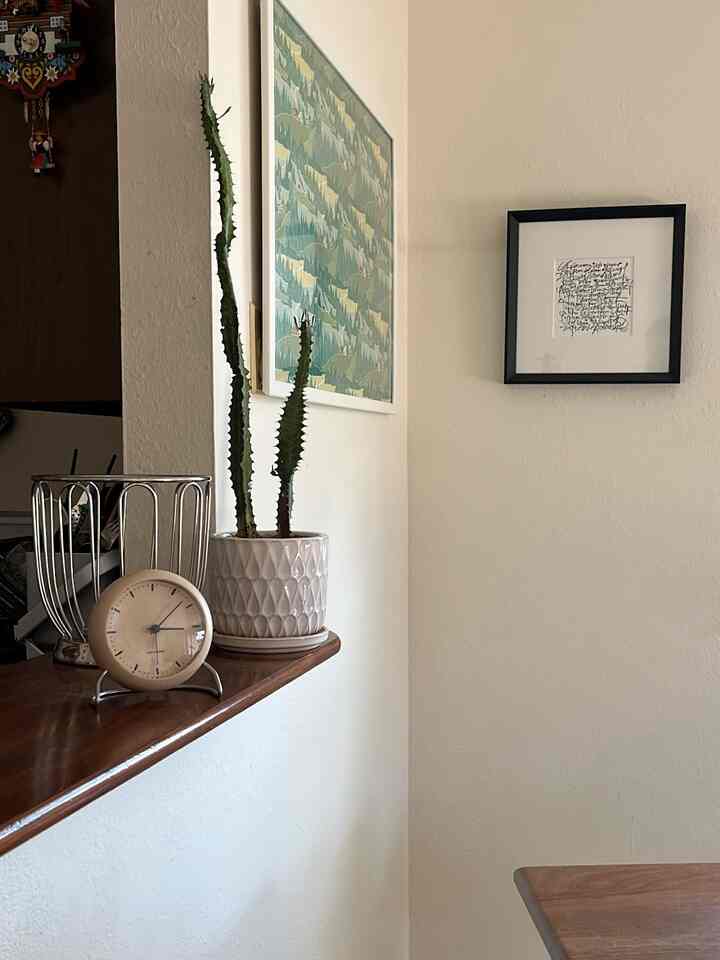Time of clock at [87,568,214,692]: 3:08
